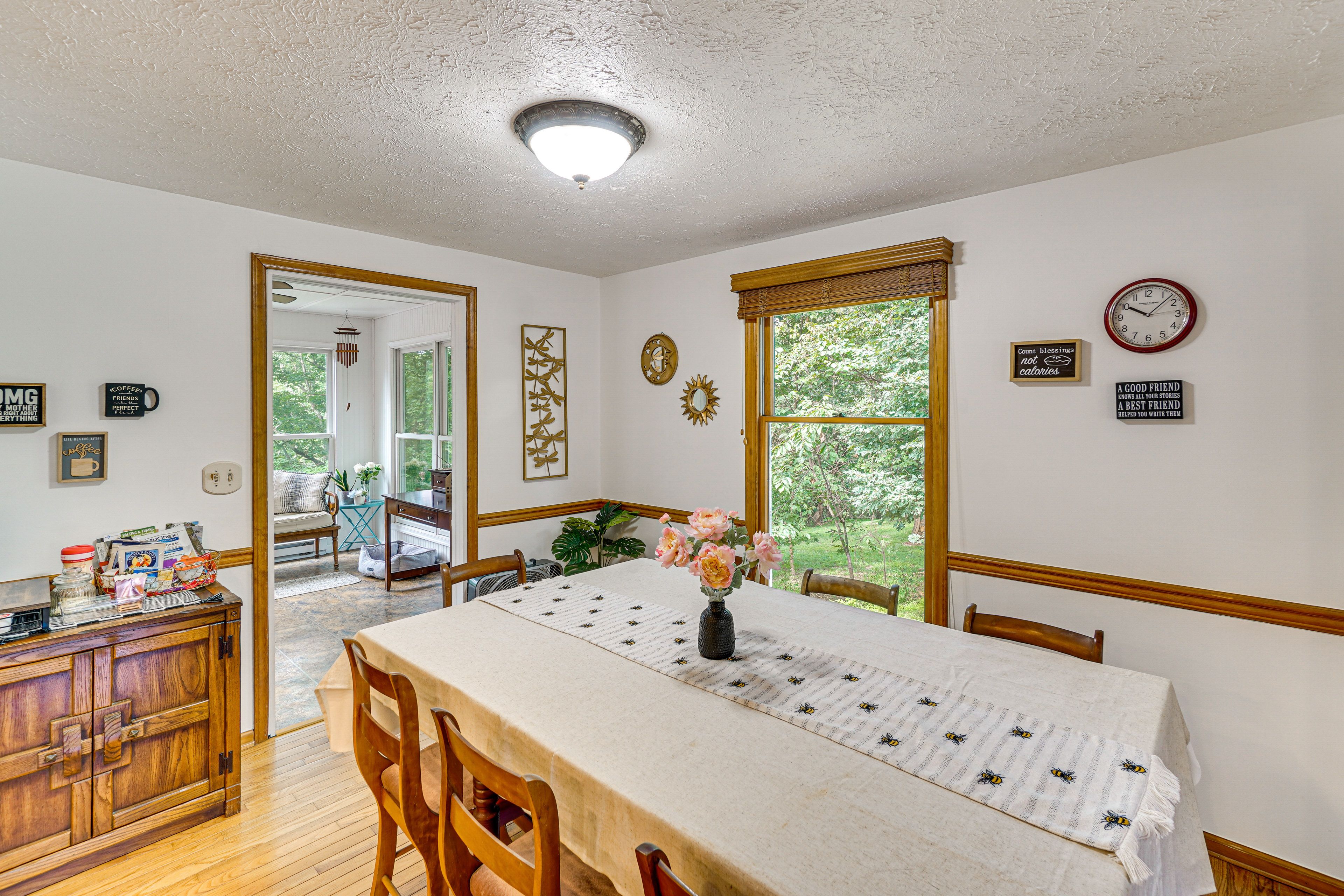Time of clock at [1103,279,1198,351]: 10:07
